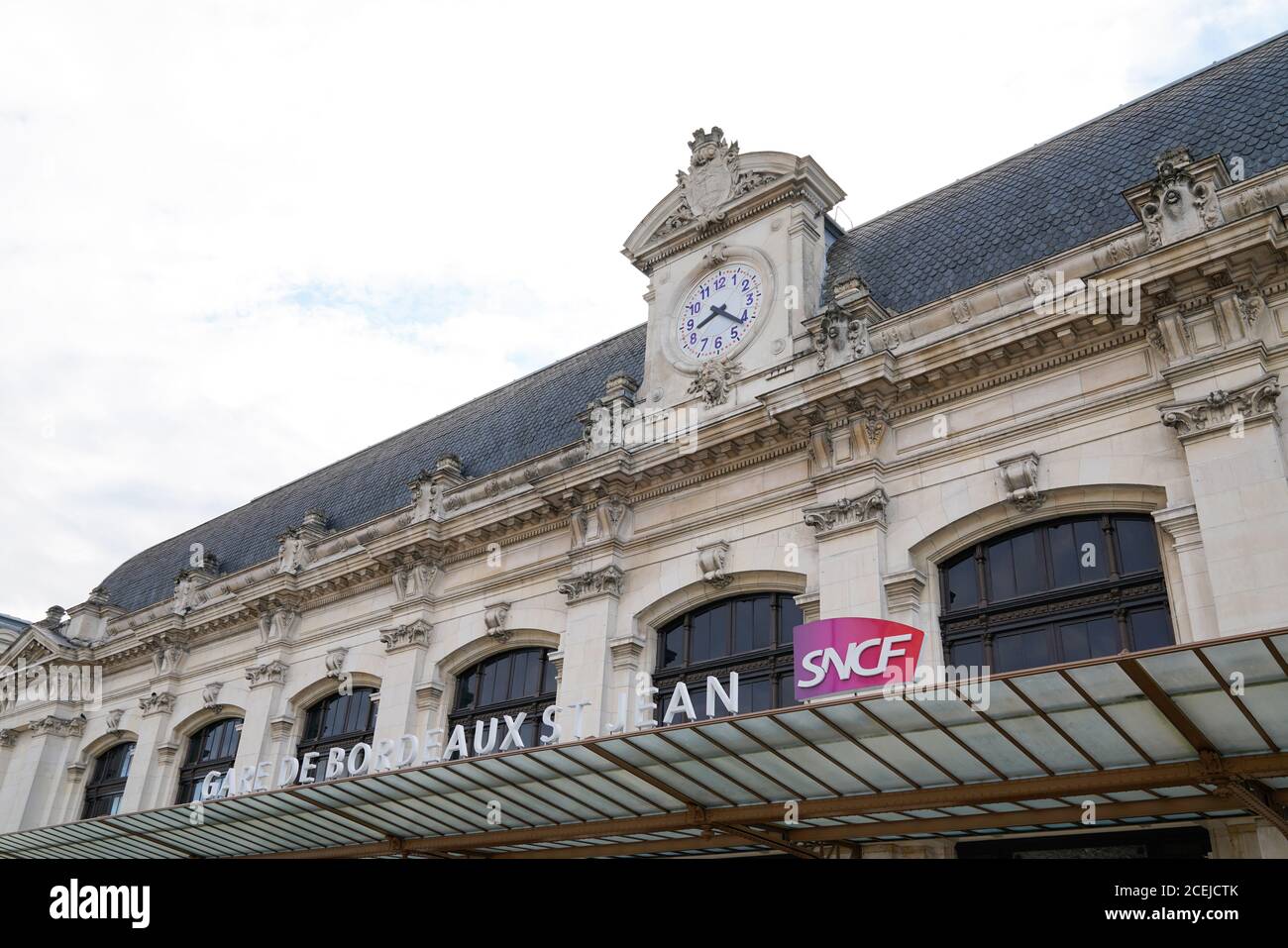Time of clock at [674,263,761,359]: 8:21
